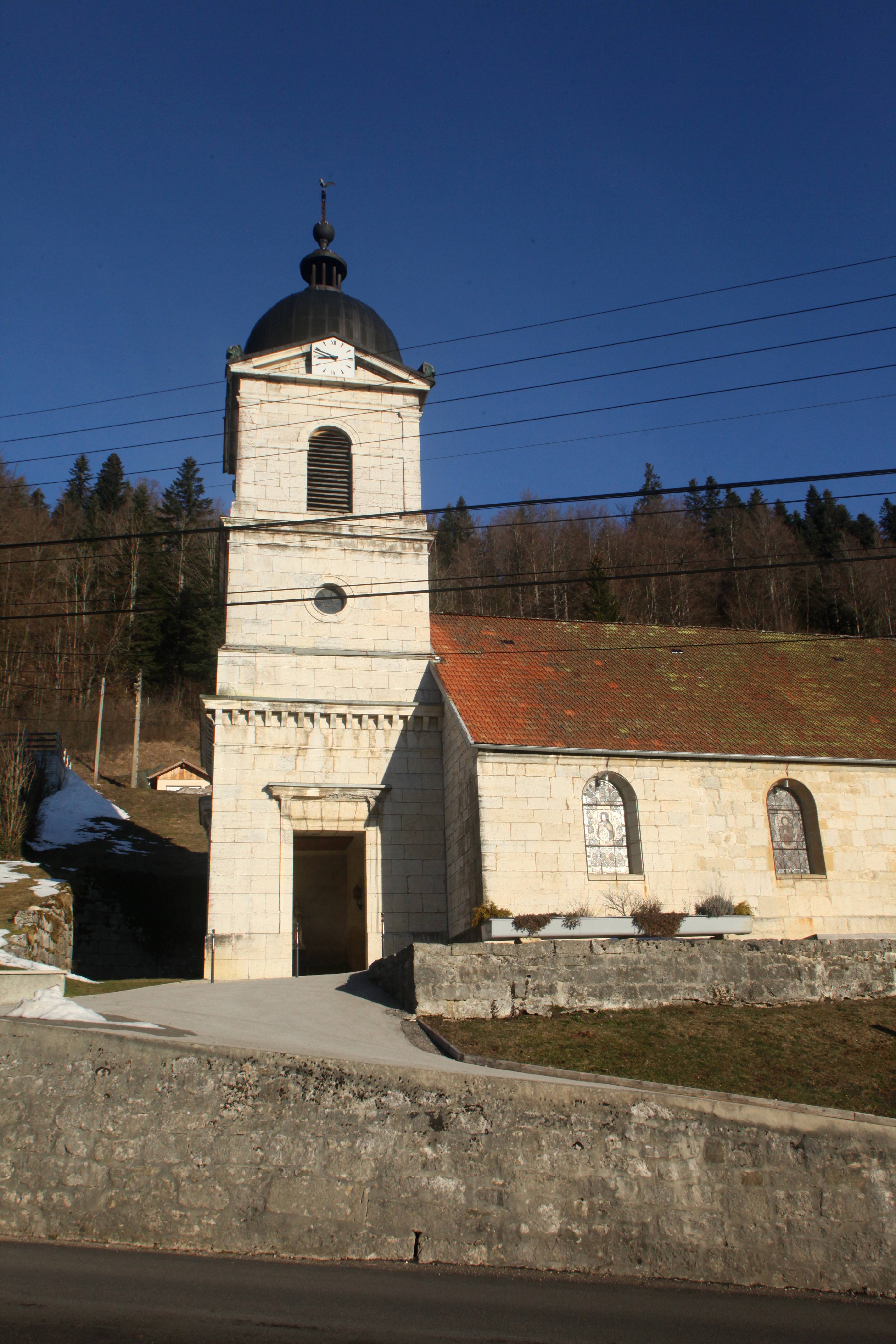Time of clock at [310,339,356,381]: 8:49
